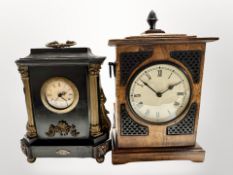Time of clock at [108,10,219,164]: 1:51
